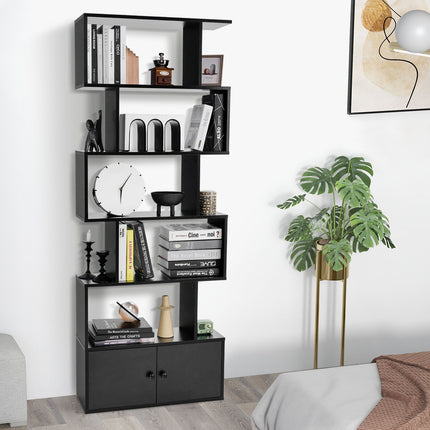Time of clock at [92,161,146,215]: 6:07
